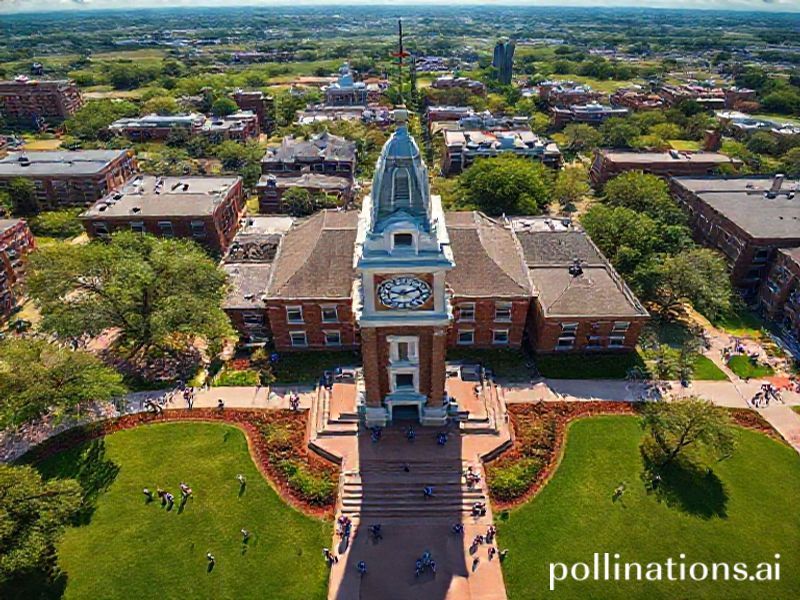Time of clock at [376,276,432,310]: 9:11
